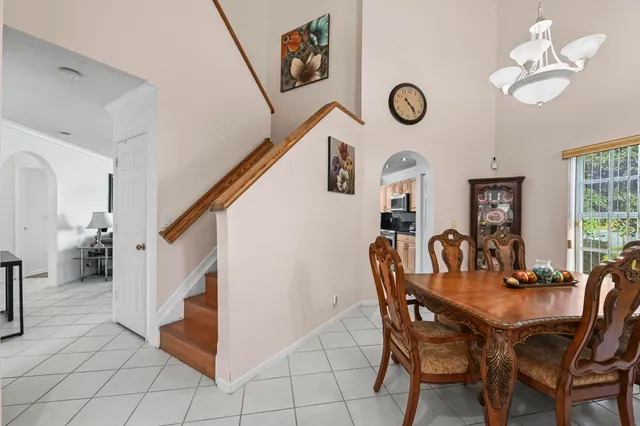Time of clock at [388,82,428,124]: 4:23
